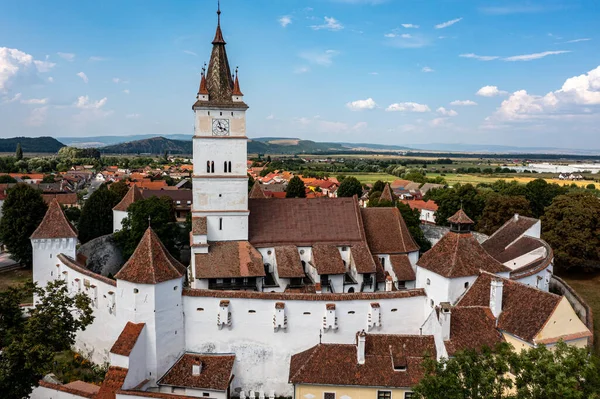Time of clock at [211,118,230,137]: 11:18
